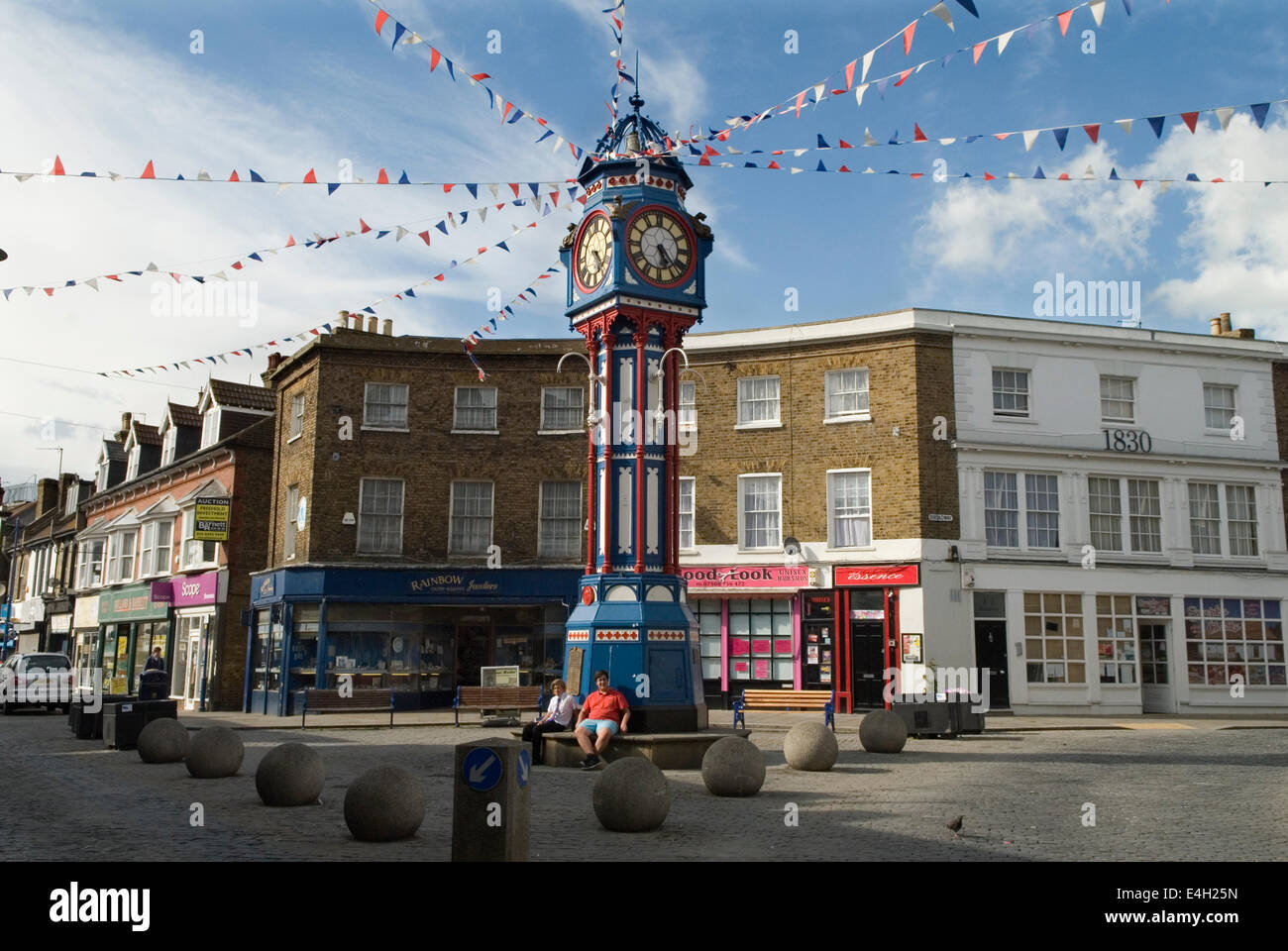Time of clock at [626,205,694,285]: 5:23
